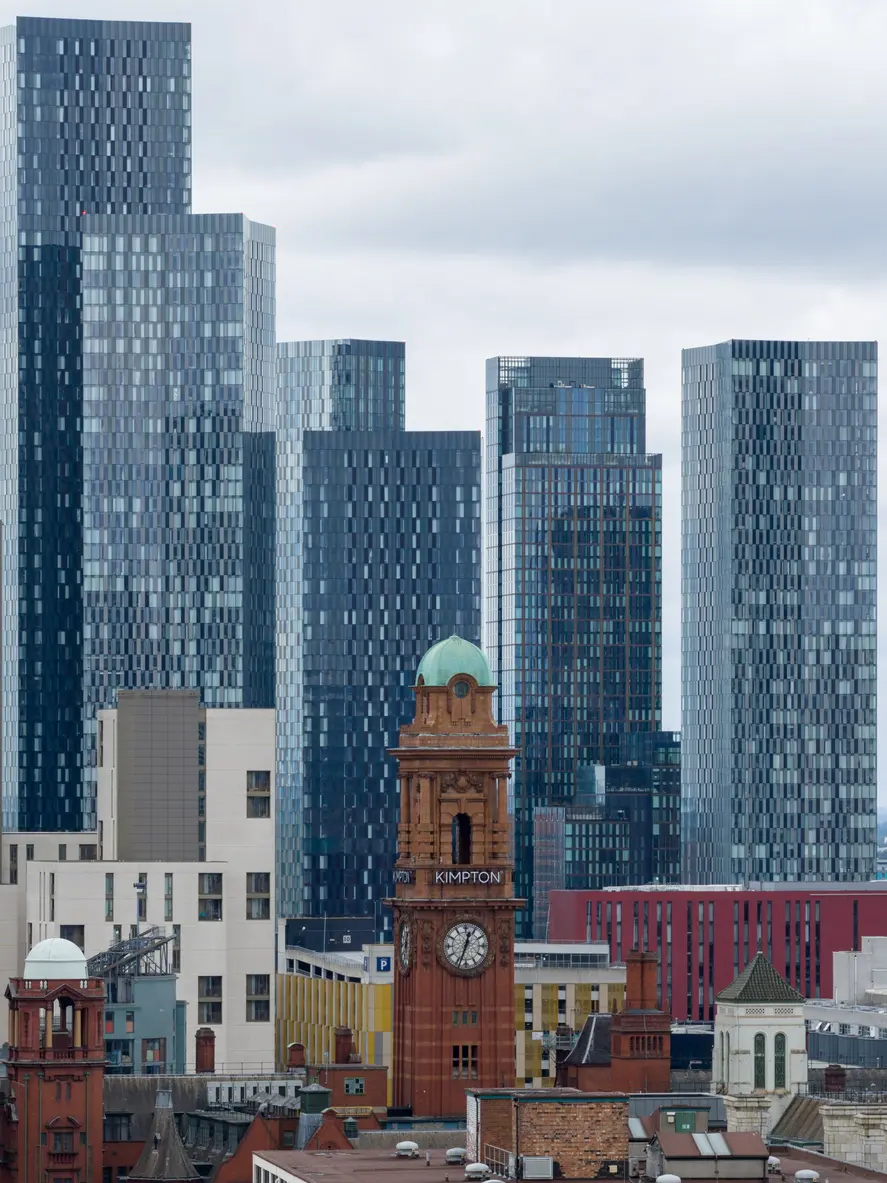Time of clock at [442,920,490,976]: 12:33
